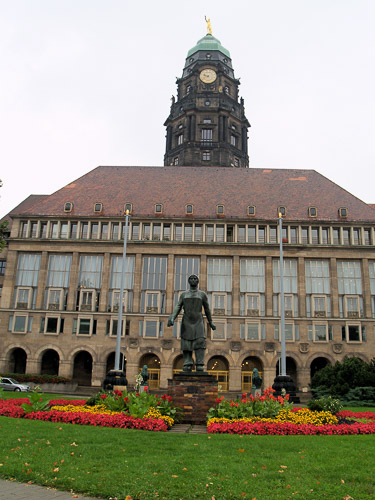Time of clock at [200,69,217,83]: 9:38
